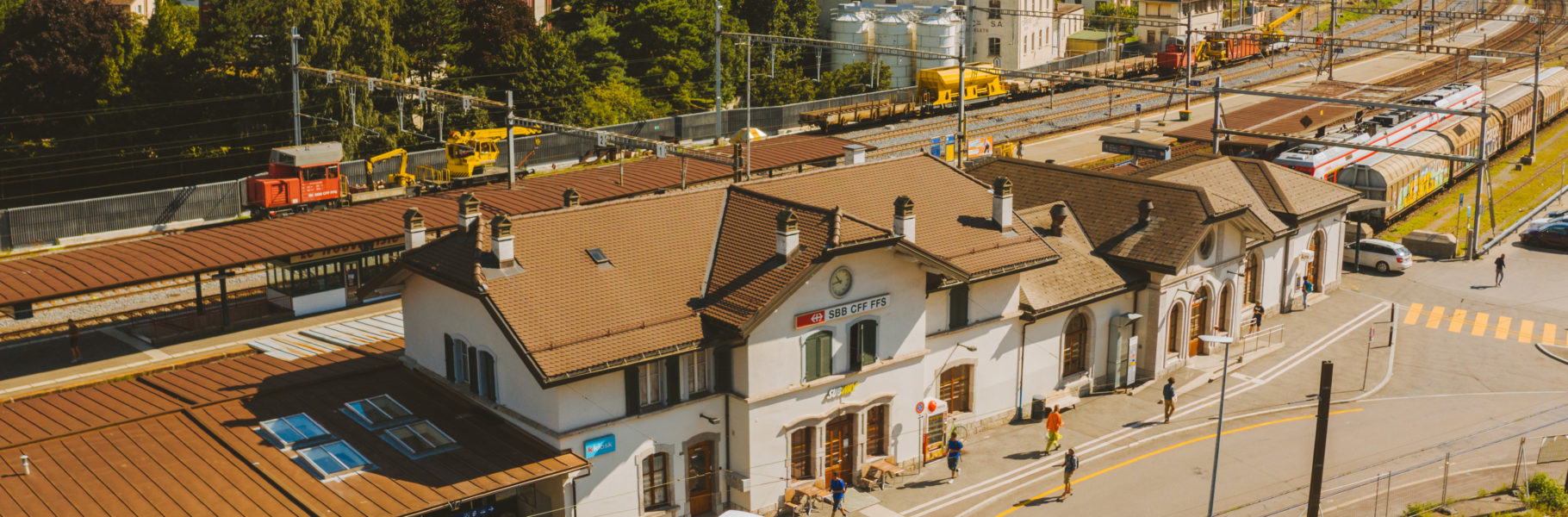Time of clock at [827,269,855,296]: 10:43
